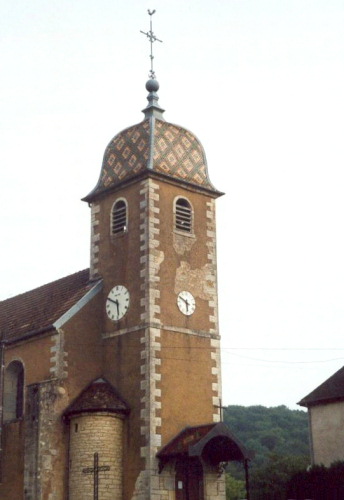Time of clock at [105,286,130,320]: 5:49
